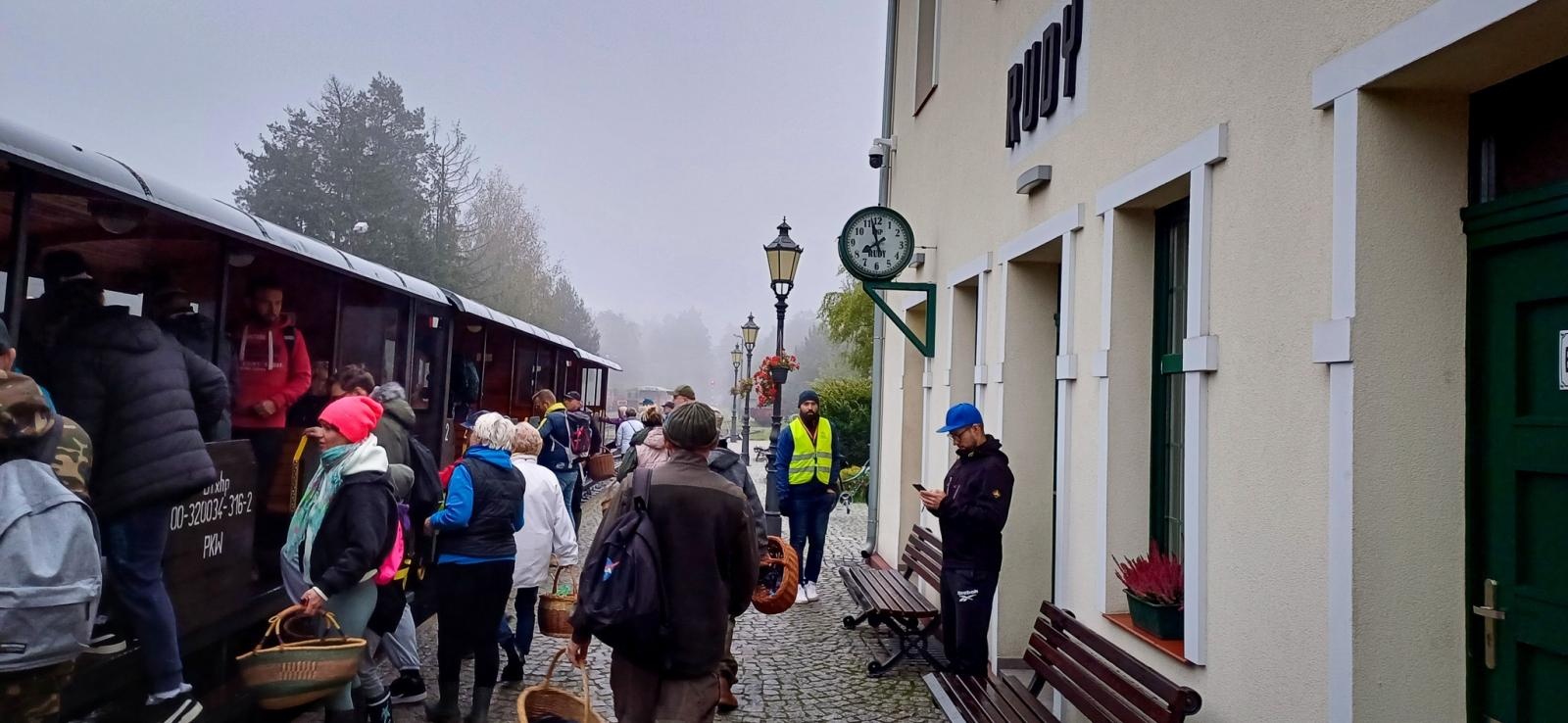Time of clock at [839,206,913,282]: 7:57
